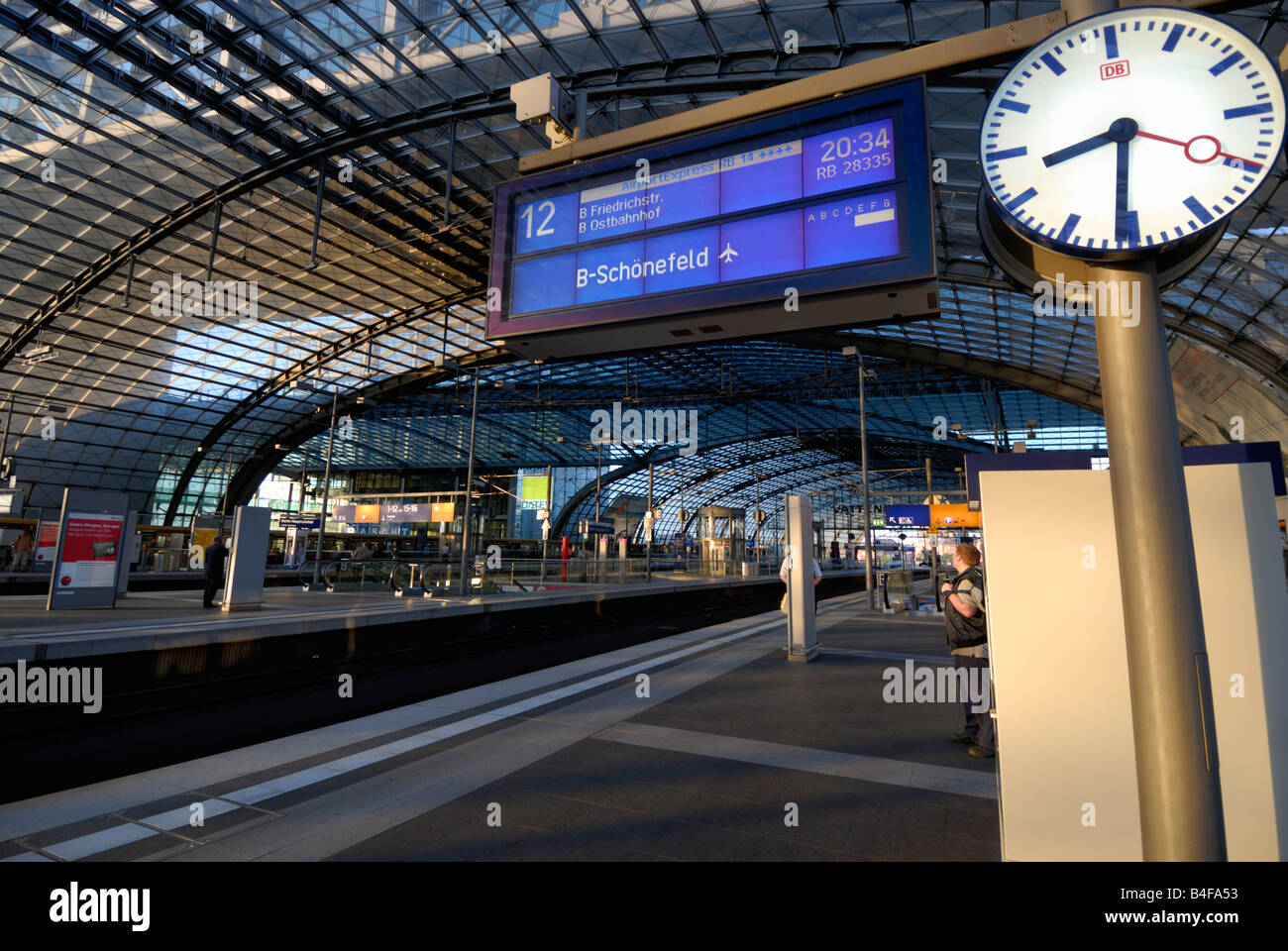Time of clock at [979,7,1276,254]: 8:31
